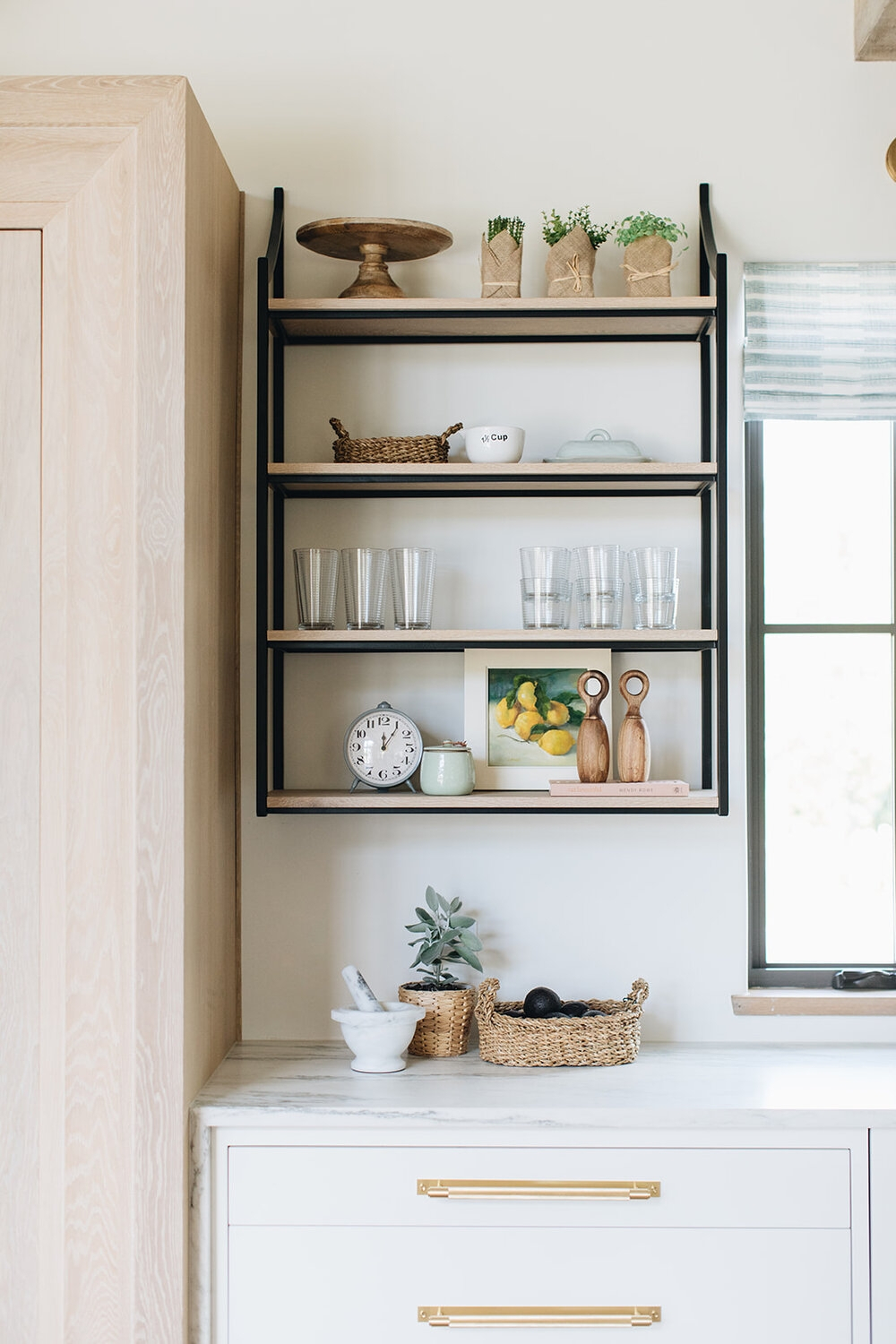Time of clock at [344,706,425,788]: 12:05
